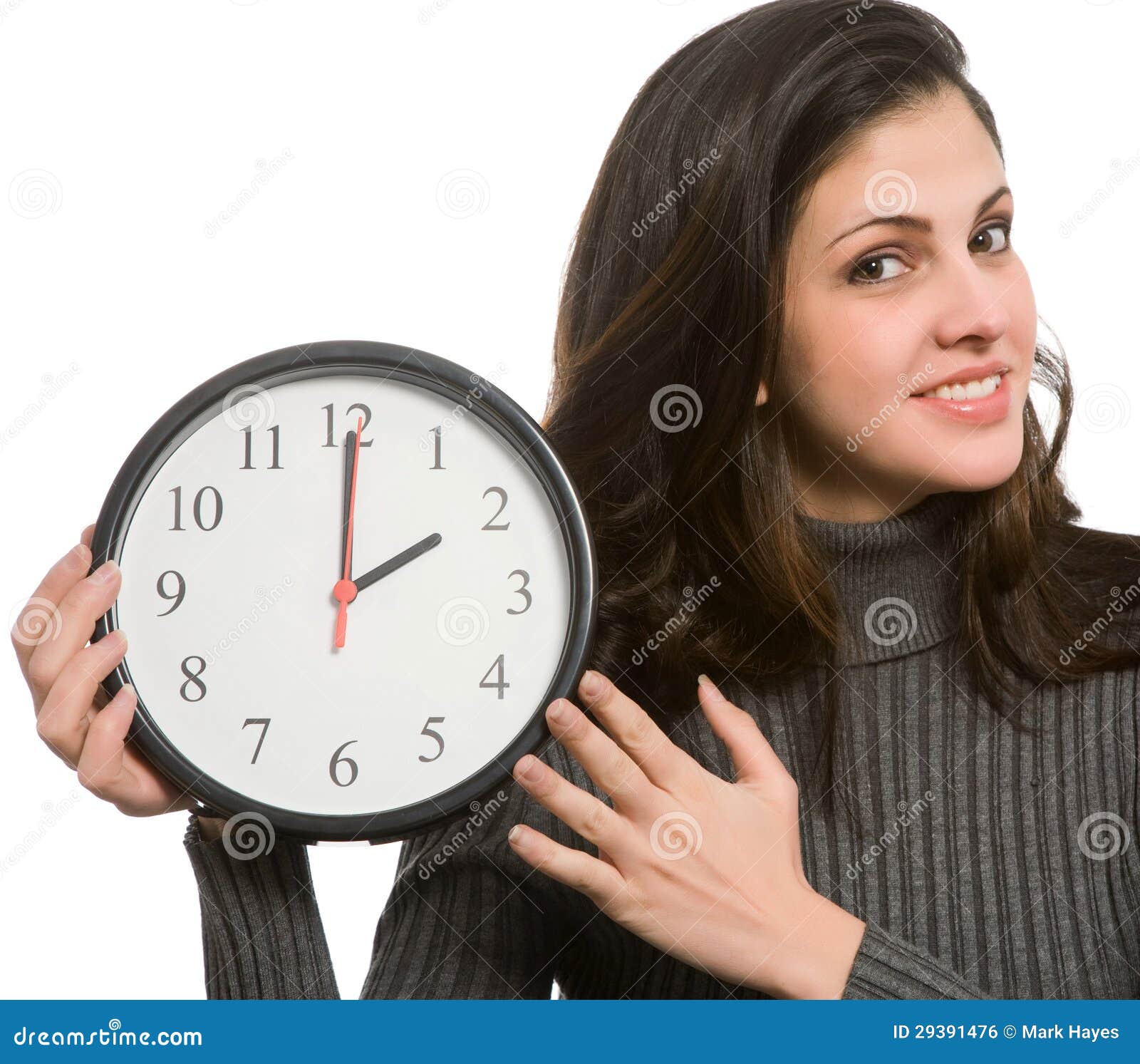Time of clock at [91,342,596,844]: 2:00
